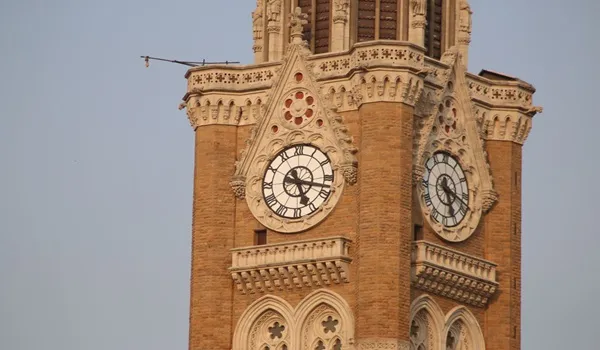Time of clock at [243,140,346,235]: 5:17
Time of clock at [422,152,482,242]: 5:18
